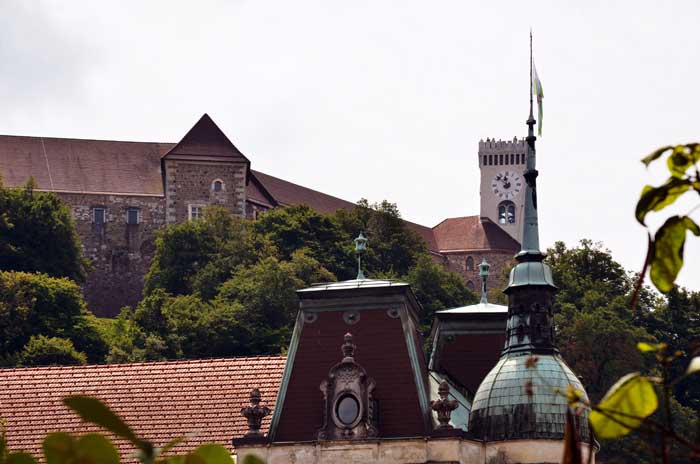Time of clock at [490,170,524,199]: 11:52
